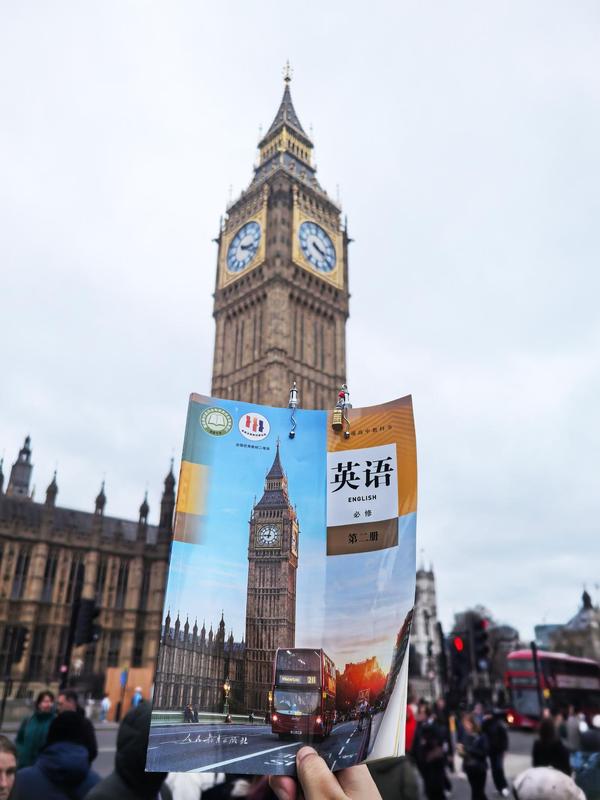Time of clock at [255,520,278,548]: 9:01
